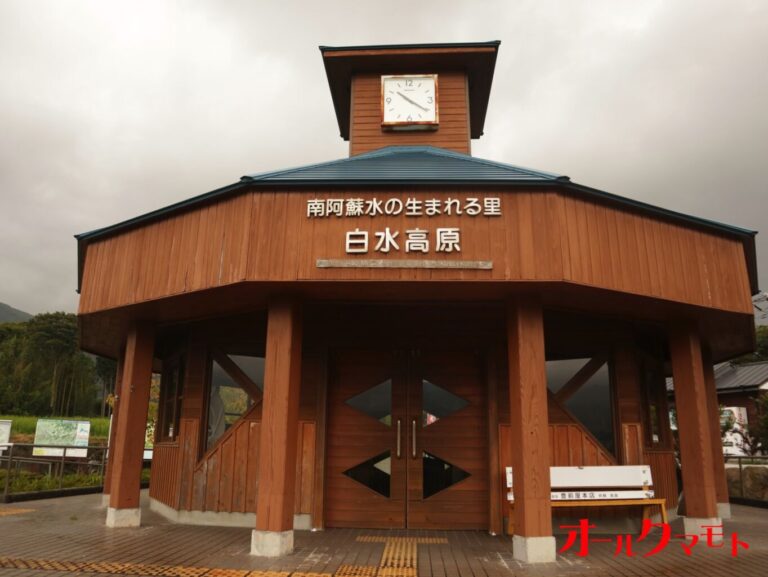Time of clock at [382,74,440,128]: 10:20
